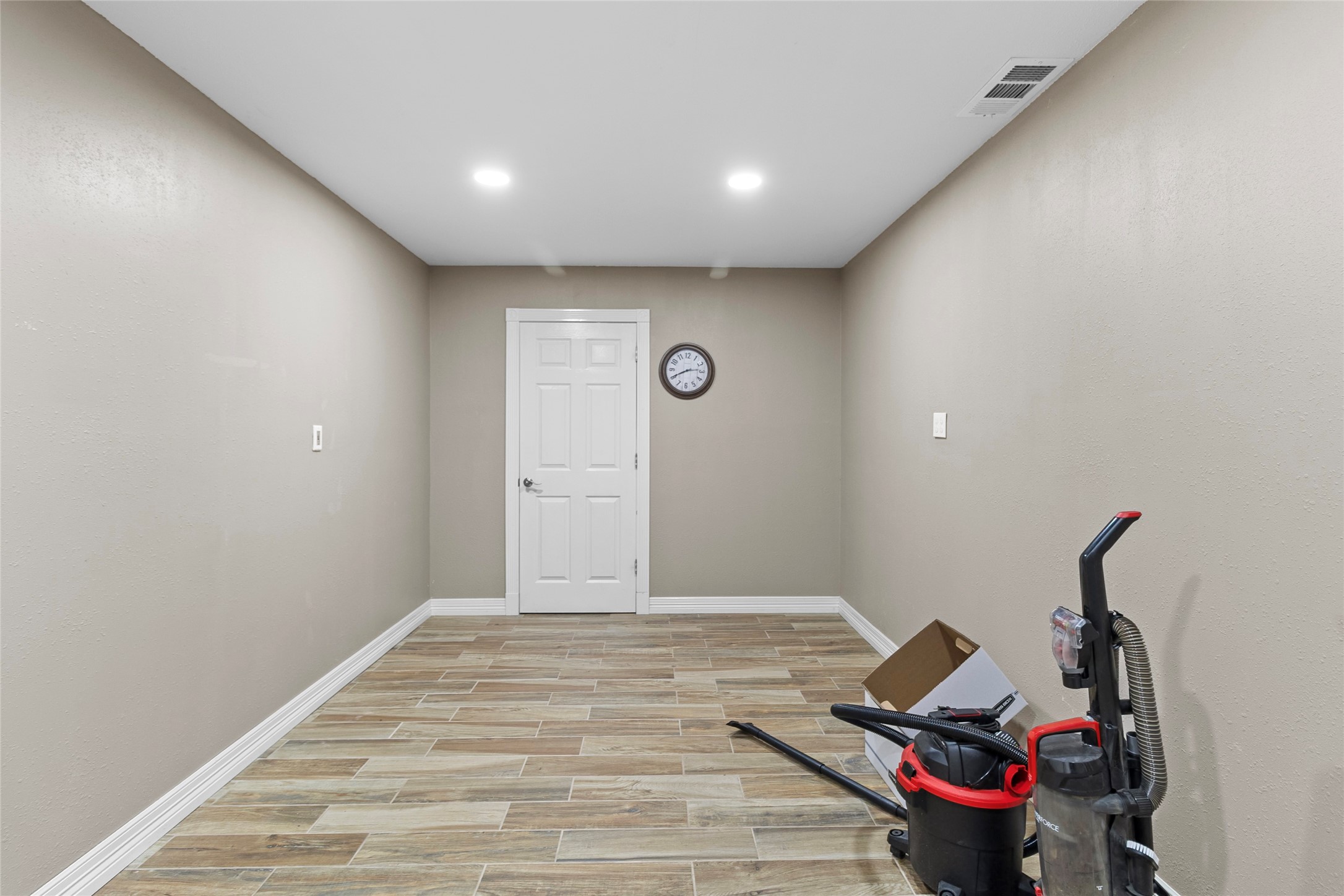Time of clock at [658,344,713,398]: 2:40
